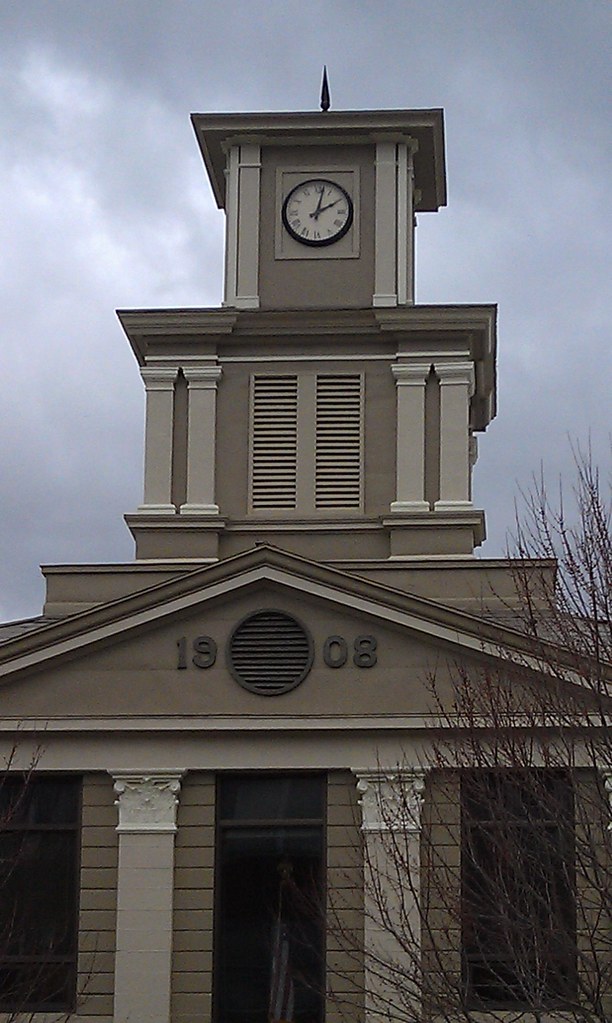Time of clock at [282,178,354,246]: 2:02
